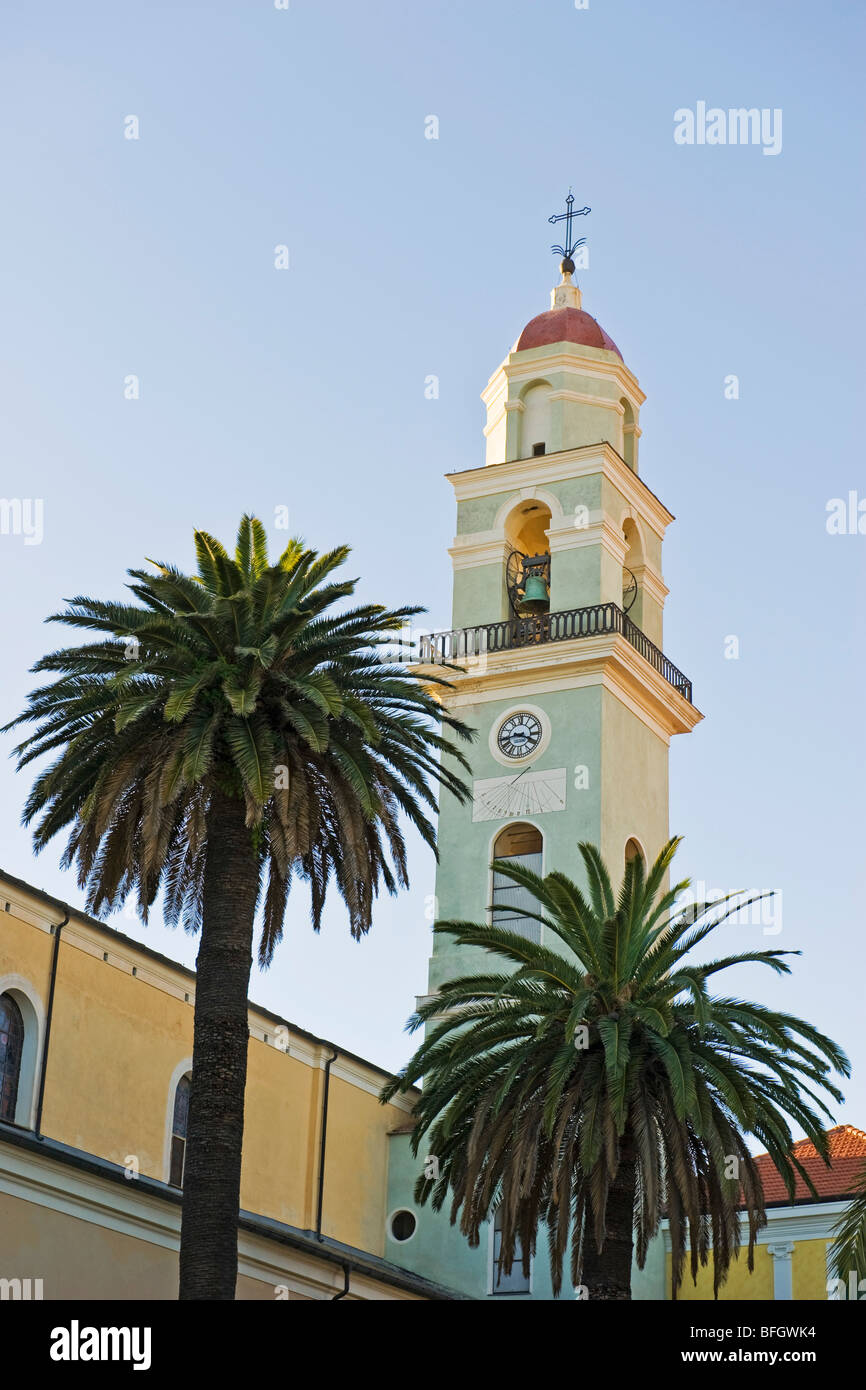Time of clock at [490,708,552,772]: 3:43
